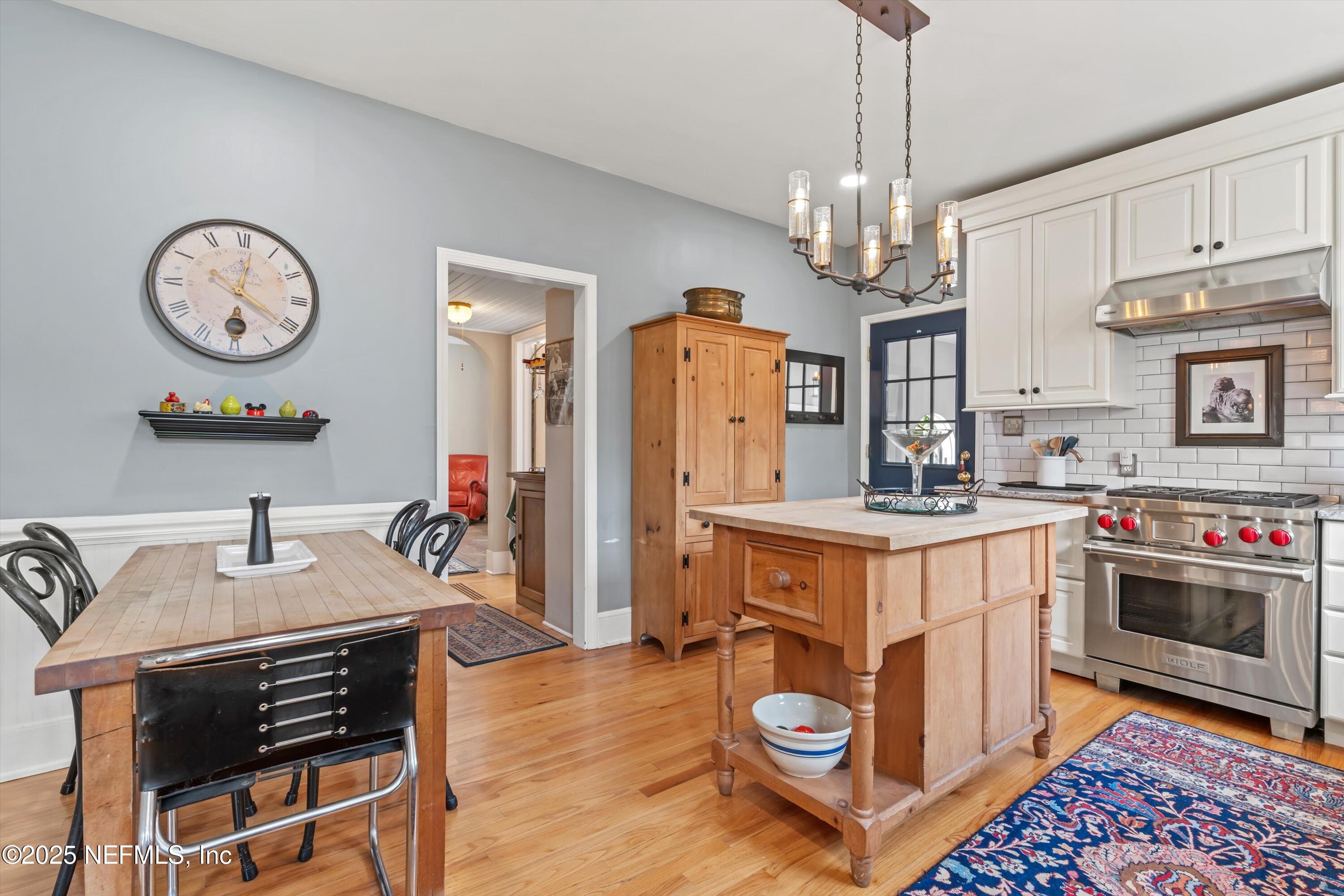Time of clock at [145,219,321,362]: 12:20
